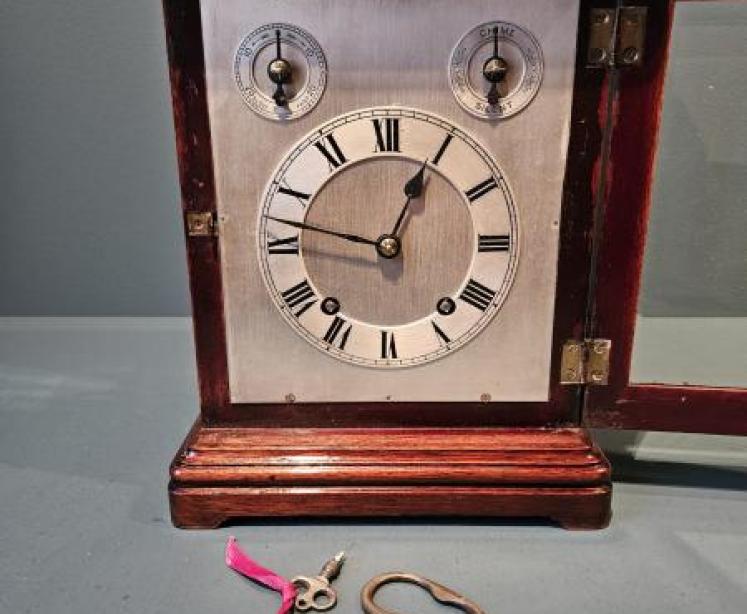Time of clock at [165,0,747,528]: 12:47
